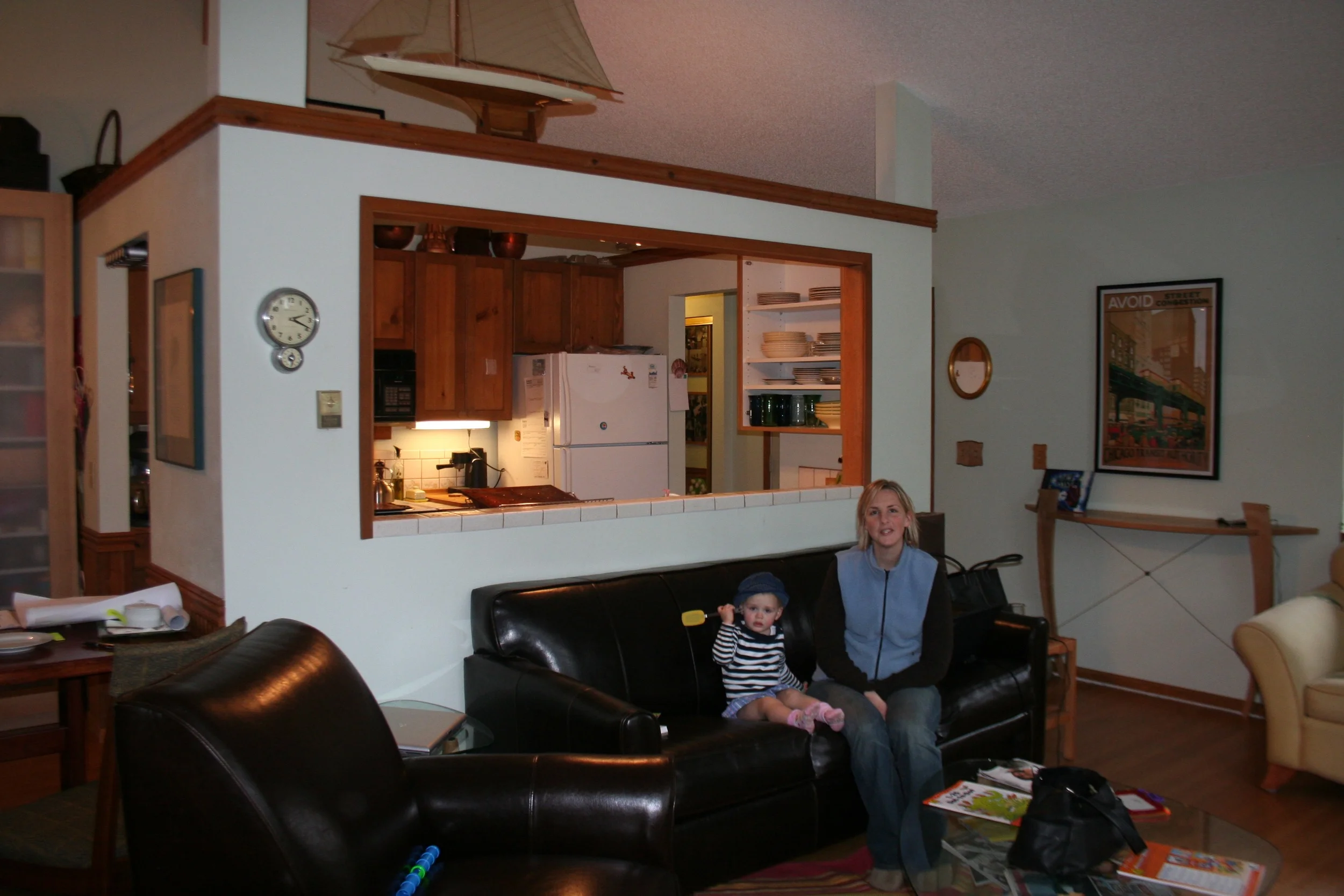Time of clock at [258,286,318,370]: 2:19
